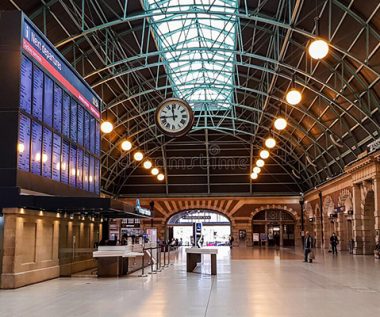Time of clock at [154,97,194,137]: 11:43
